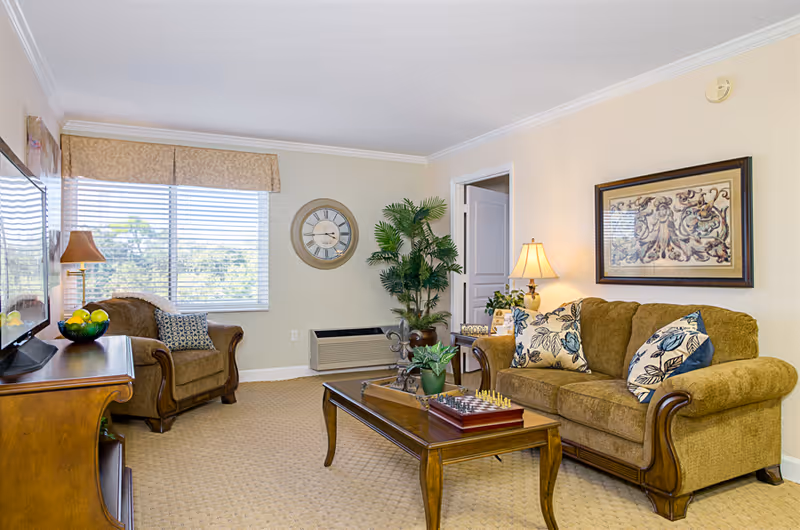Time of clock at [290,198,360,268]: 3:44
